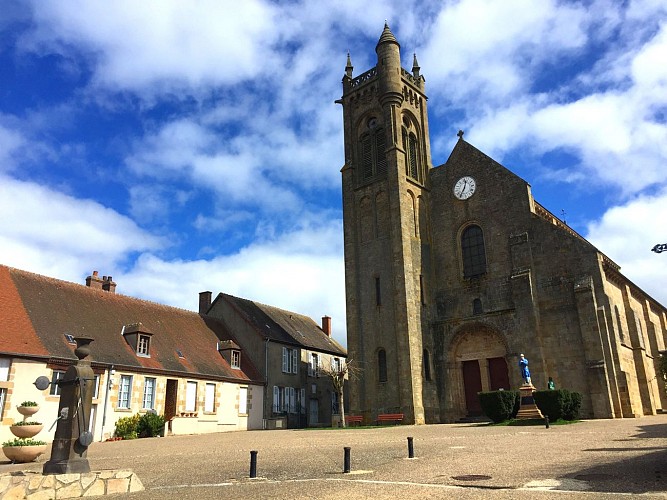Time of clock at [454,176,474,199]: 12:34
